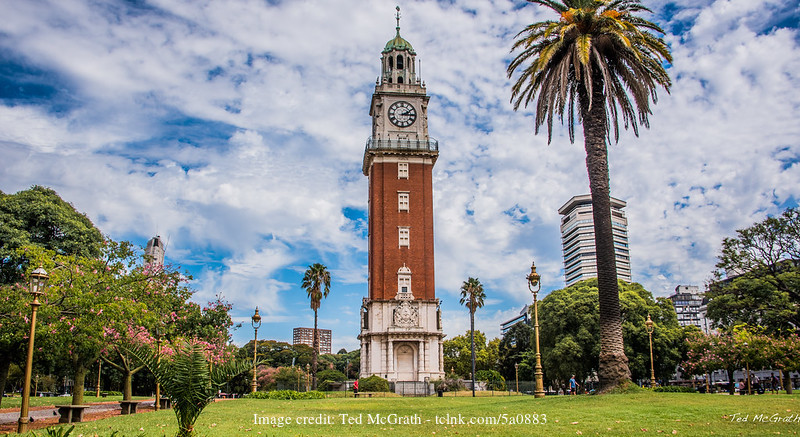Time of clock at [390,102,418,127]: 2:15
